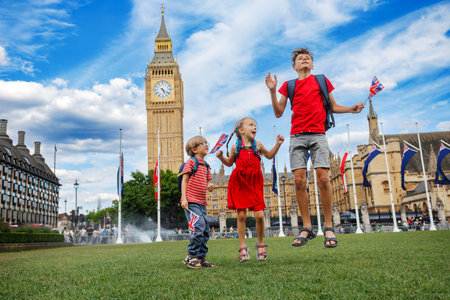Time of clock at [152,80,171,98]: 5:21
